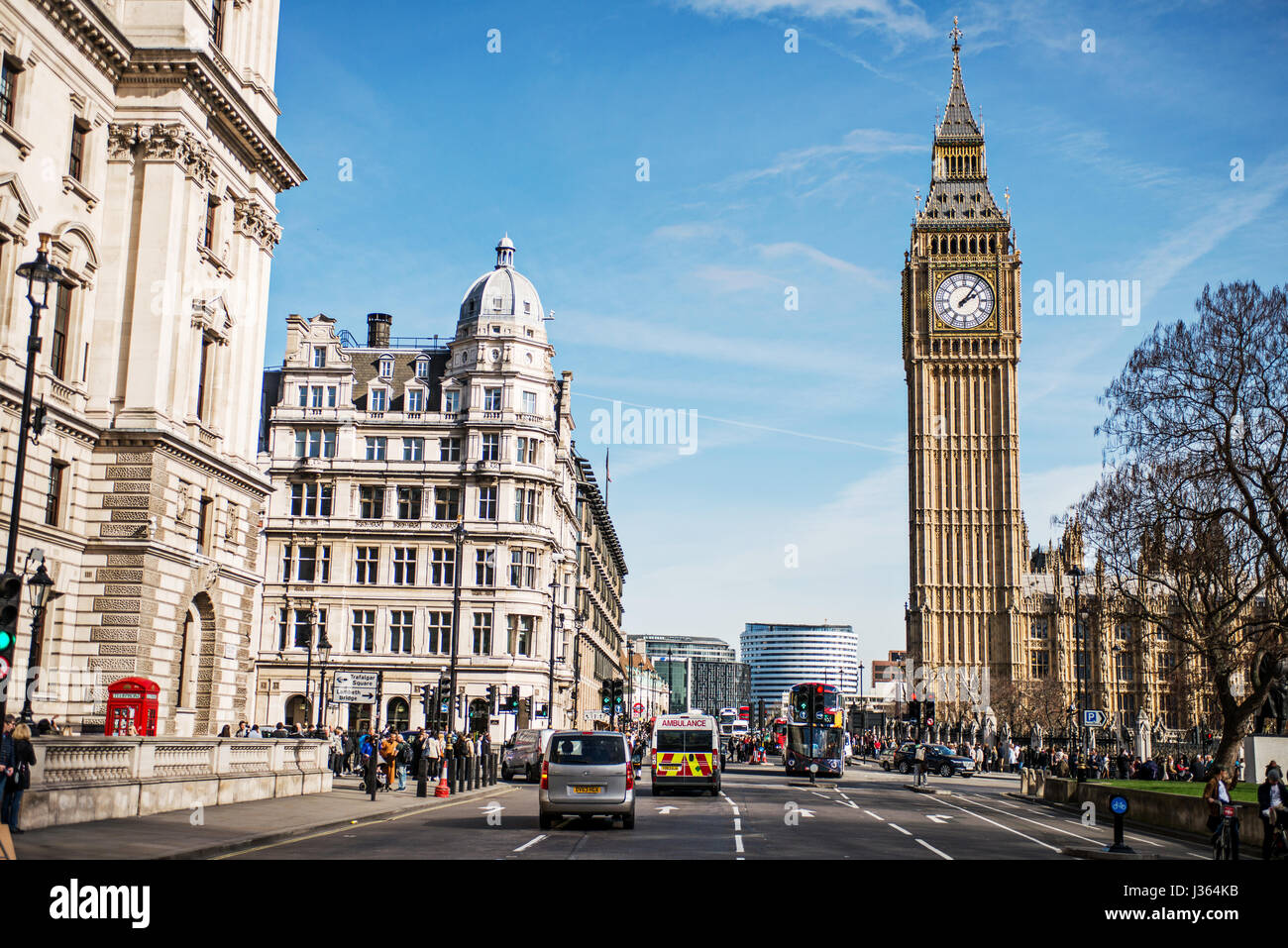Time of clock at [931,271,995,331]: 2:06
